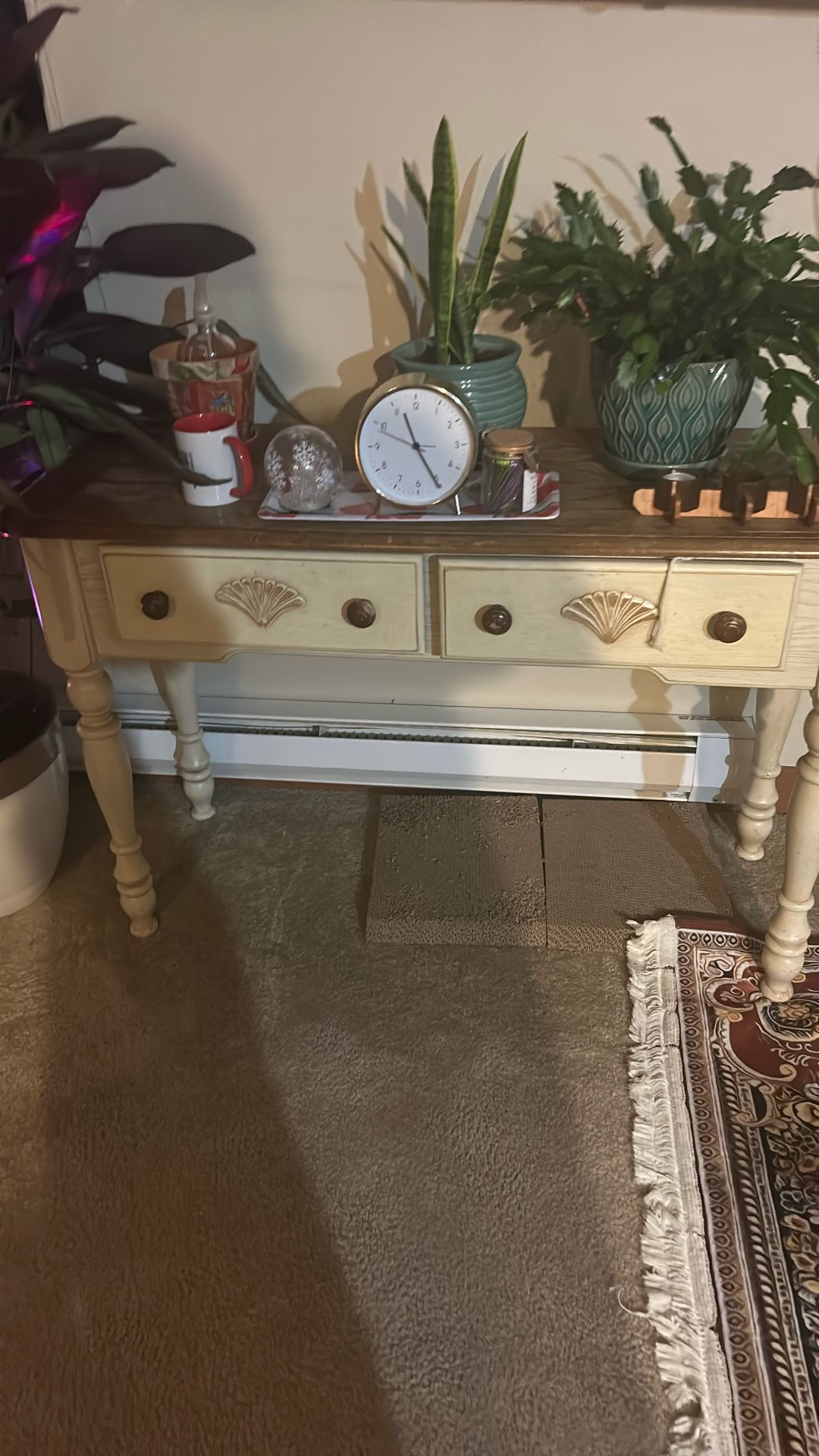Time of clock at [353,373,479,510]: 11:25
